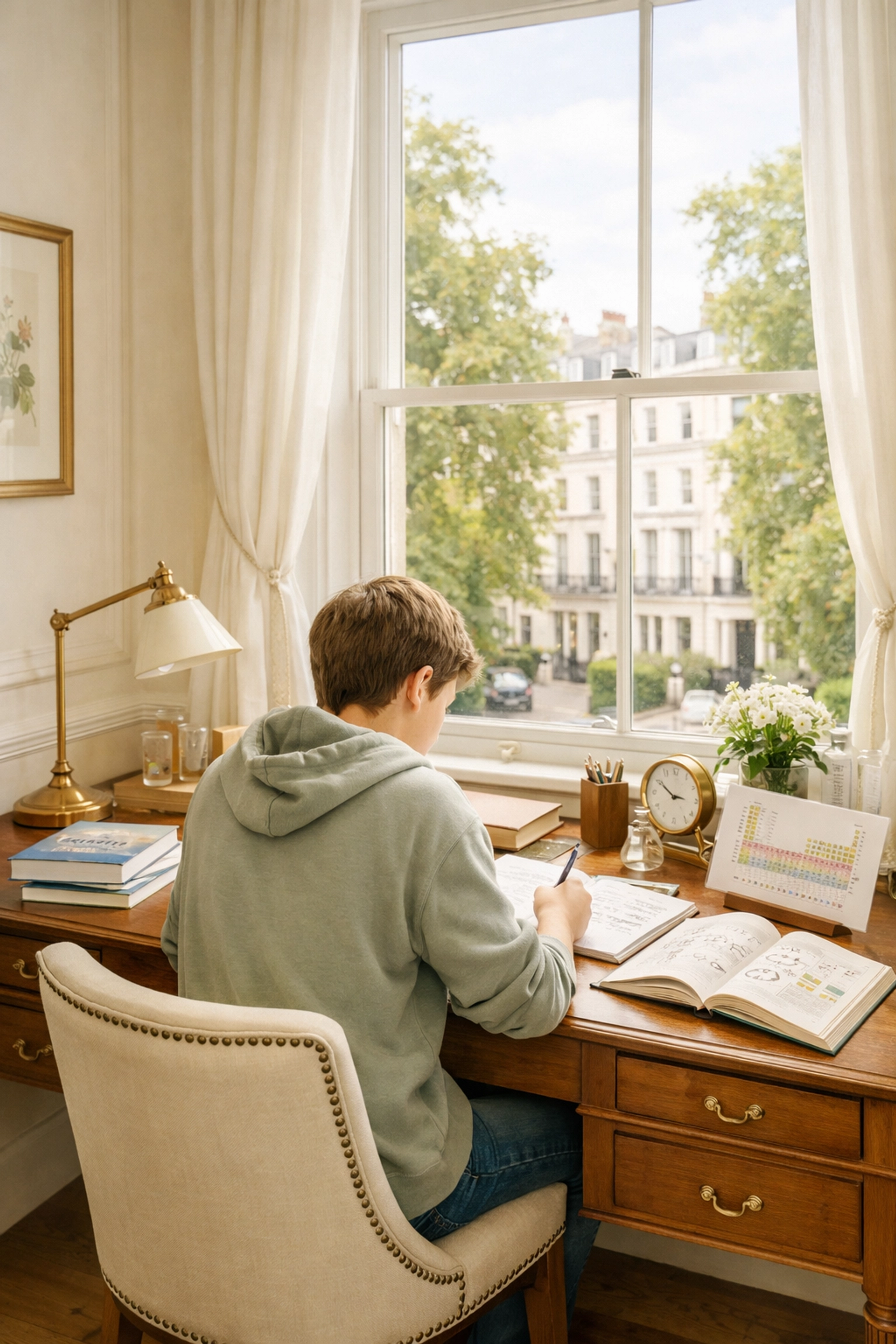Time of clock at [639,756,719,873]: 2:50
